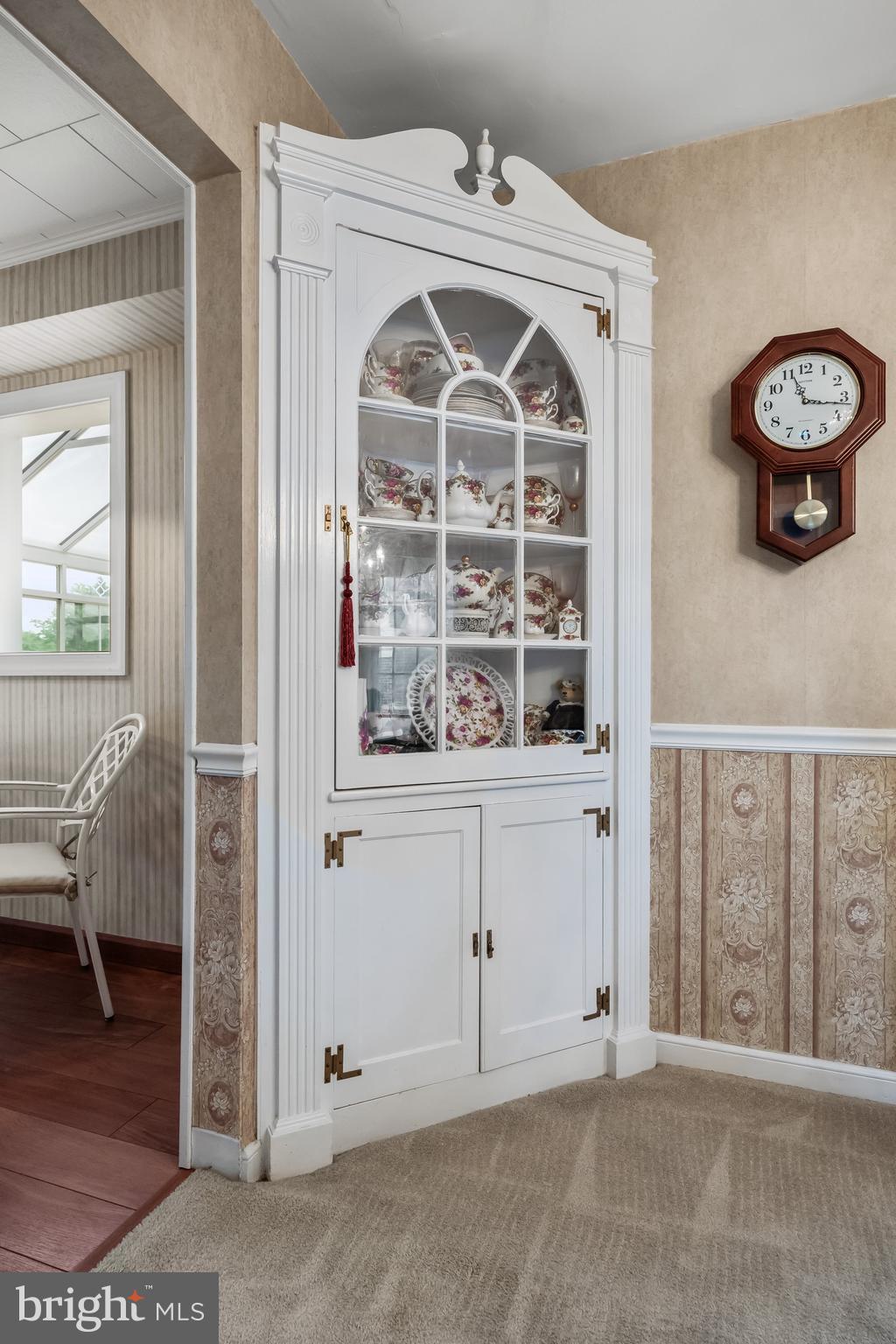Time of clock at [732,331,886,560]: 11:16
